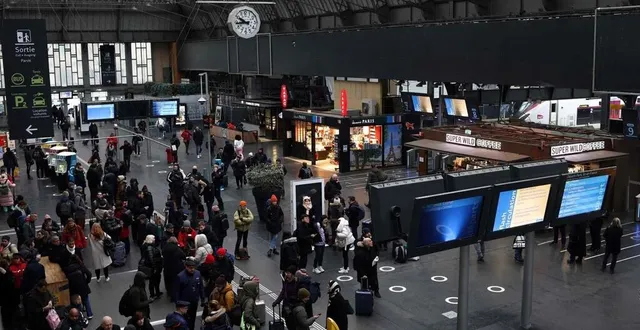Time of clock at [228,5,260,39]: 9:43
